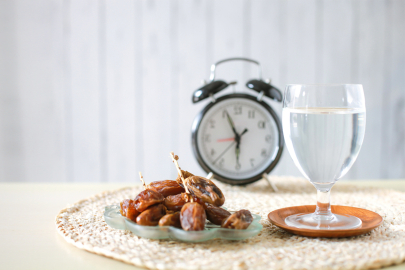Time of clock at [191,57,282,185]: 5:56
